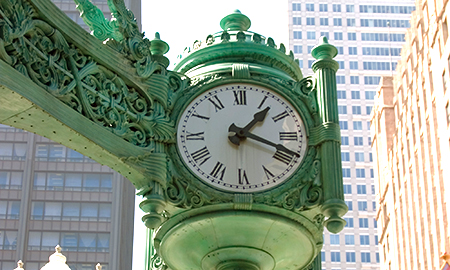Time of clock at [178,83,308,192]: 1:18
